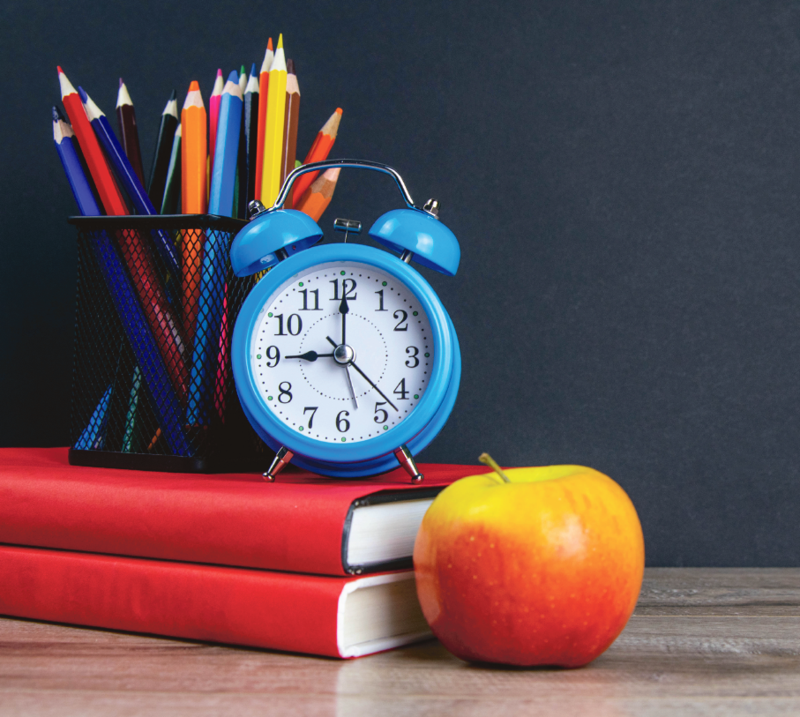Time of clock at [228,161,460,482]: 9:00
